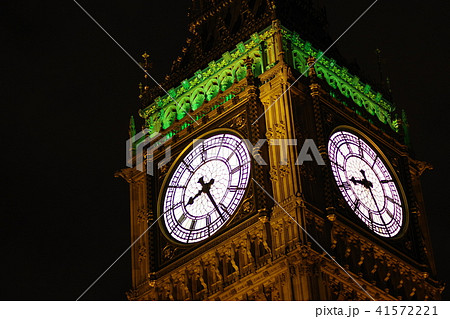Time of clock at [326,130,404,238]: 8:25
